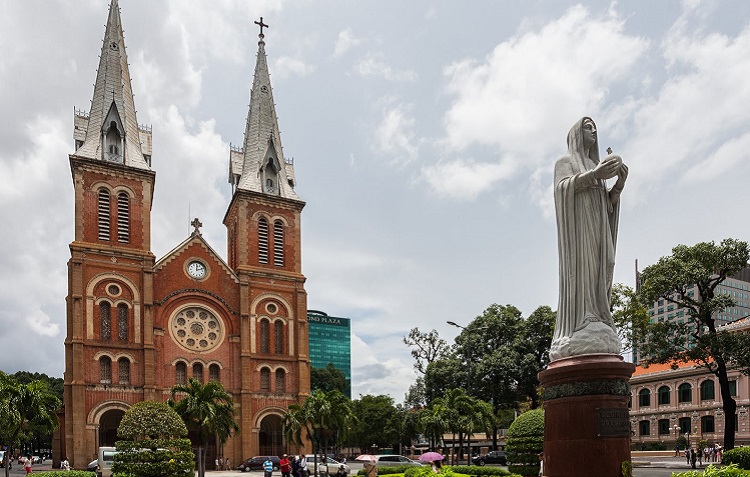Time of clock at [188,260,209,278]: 12:11
